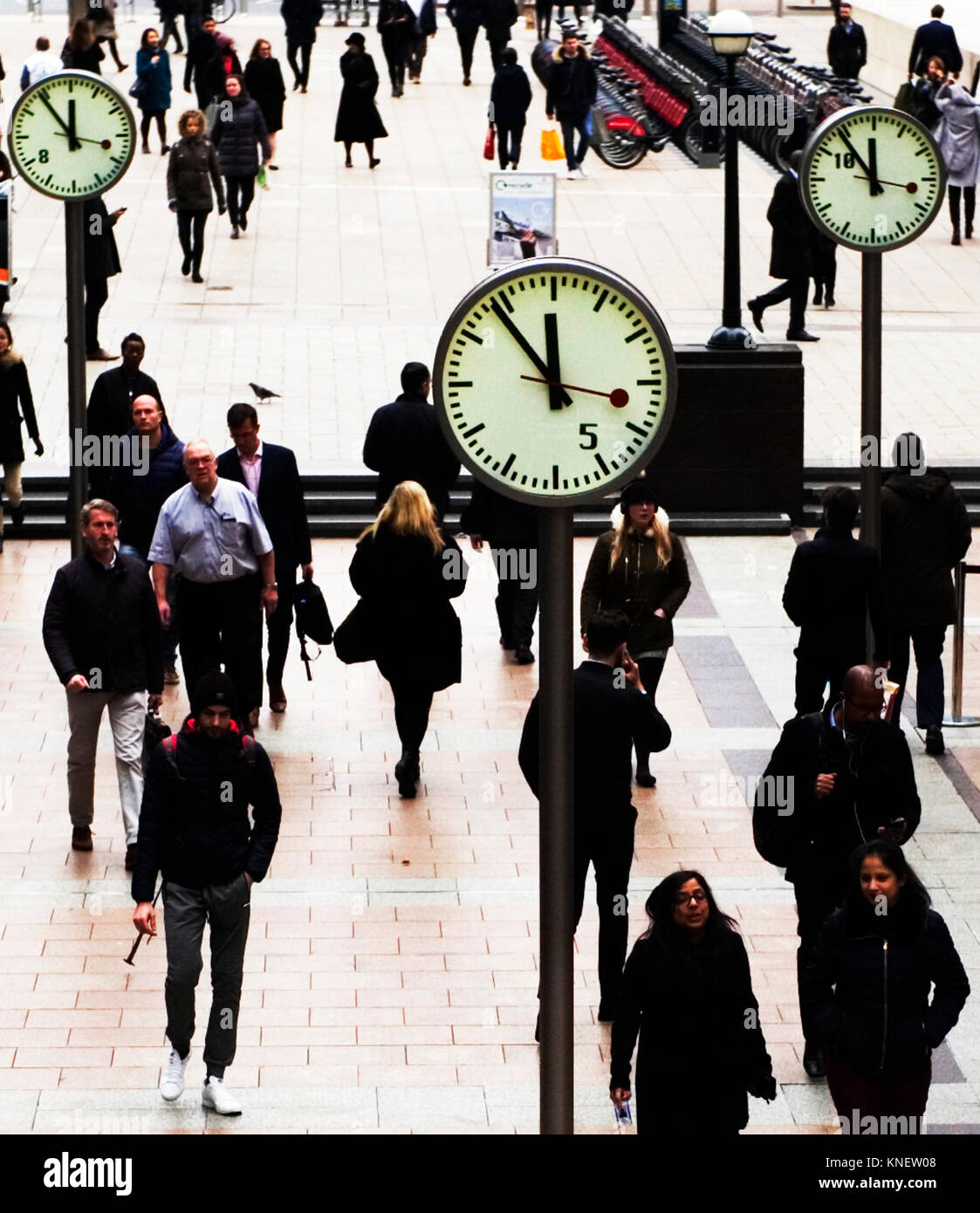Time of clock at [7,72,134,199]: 11:53
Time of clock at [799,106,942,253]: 11:53
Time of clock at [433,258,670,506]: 11:53
